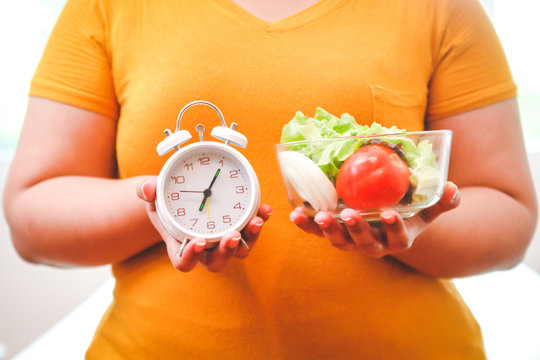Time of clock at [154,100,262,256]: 7:05
